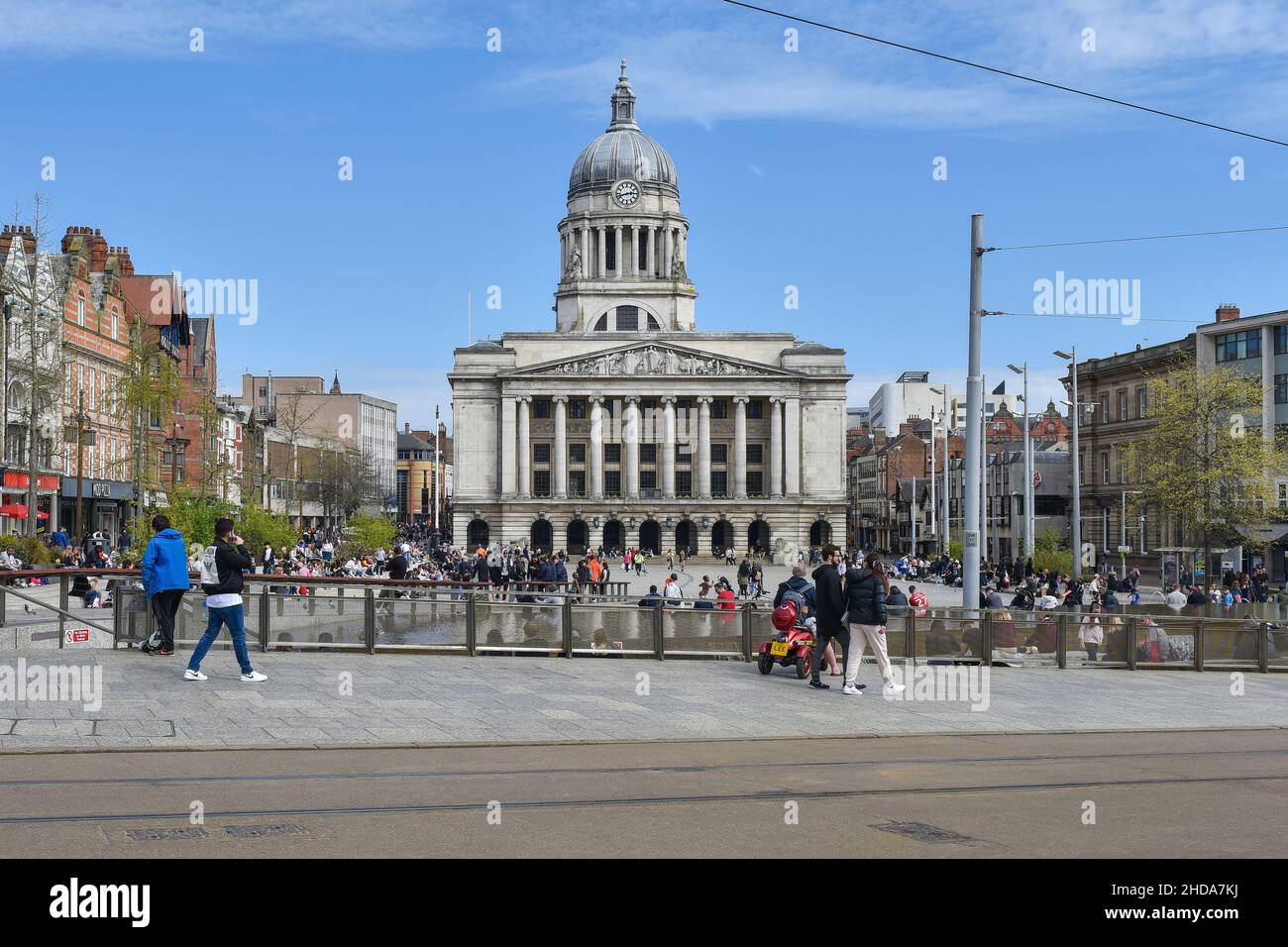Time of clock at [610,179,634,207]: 2:42
